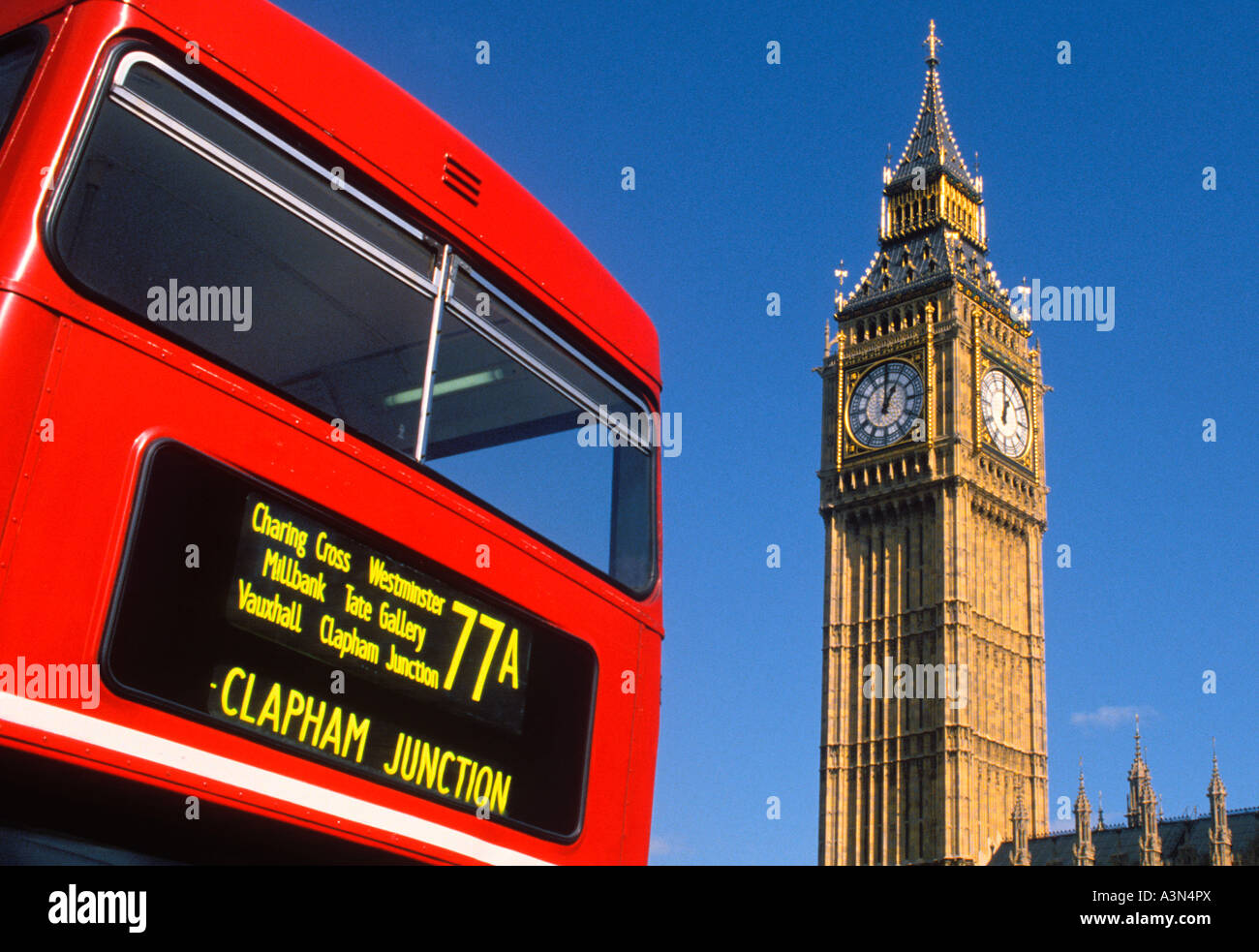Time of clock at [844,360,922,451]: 1:00
